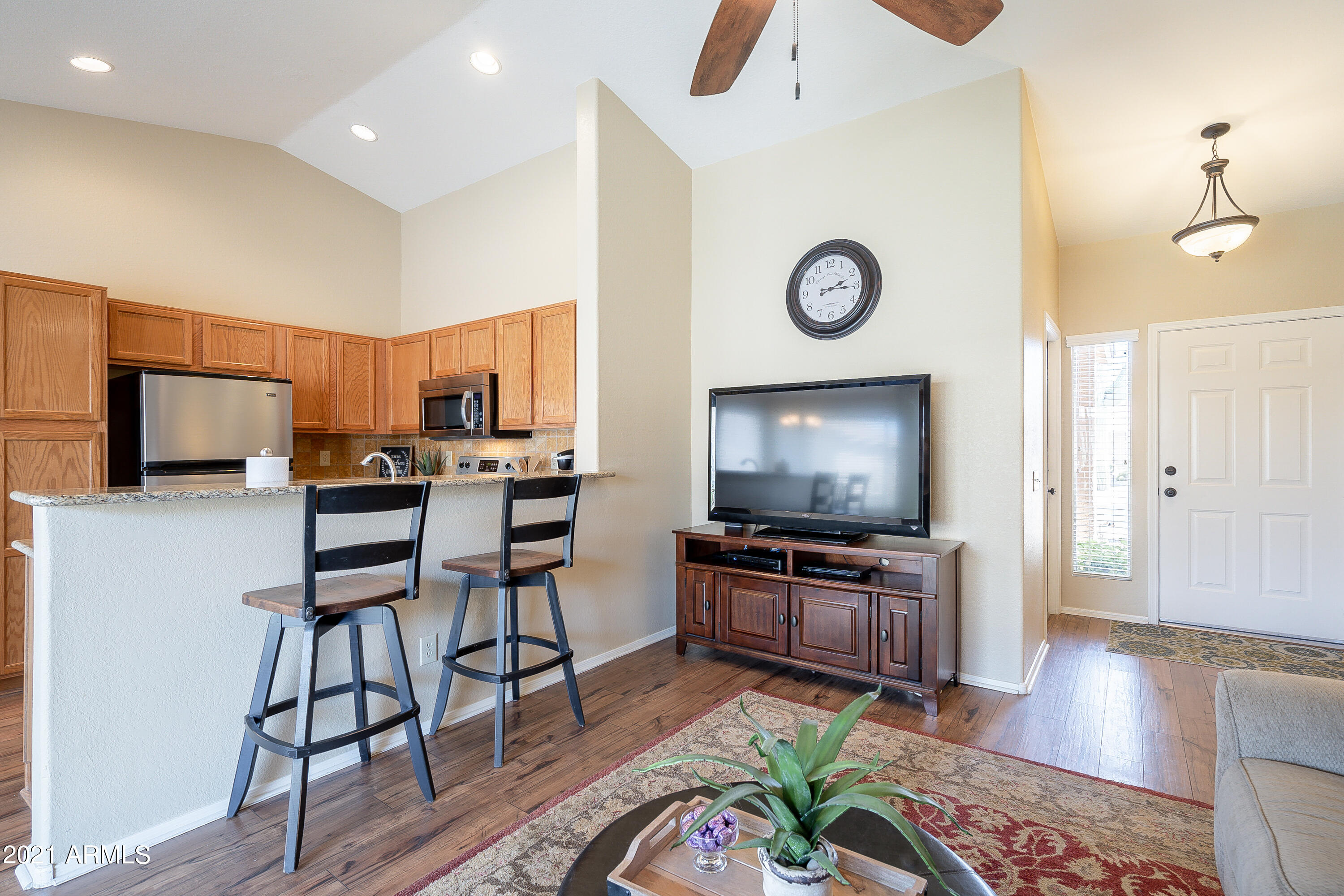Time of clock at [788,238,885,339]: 2:15
